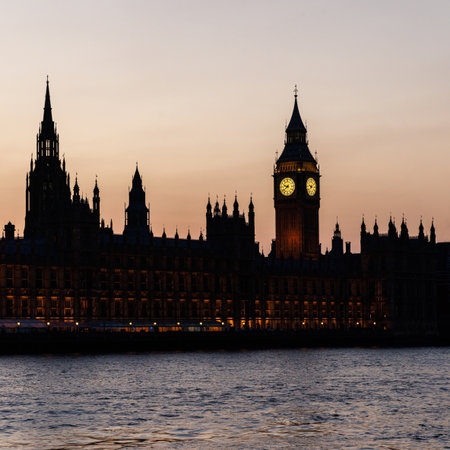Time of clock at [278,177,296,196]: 9:39
